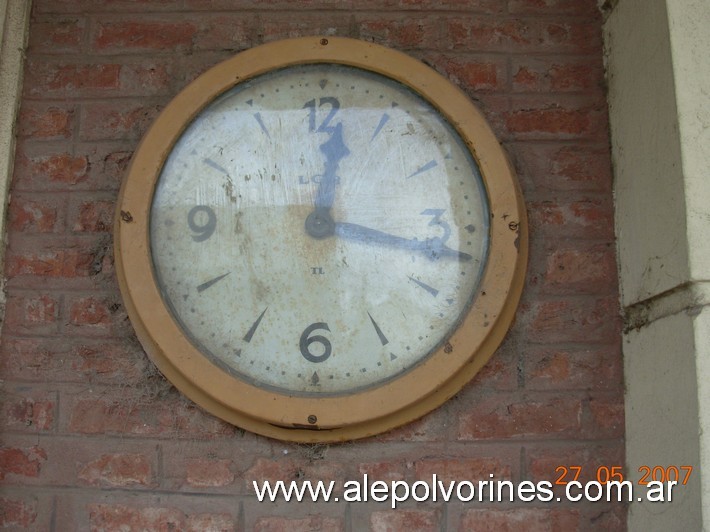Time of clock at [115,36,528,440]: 12:16
